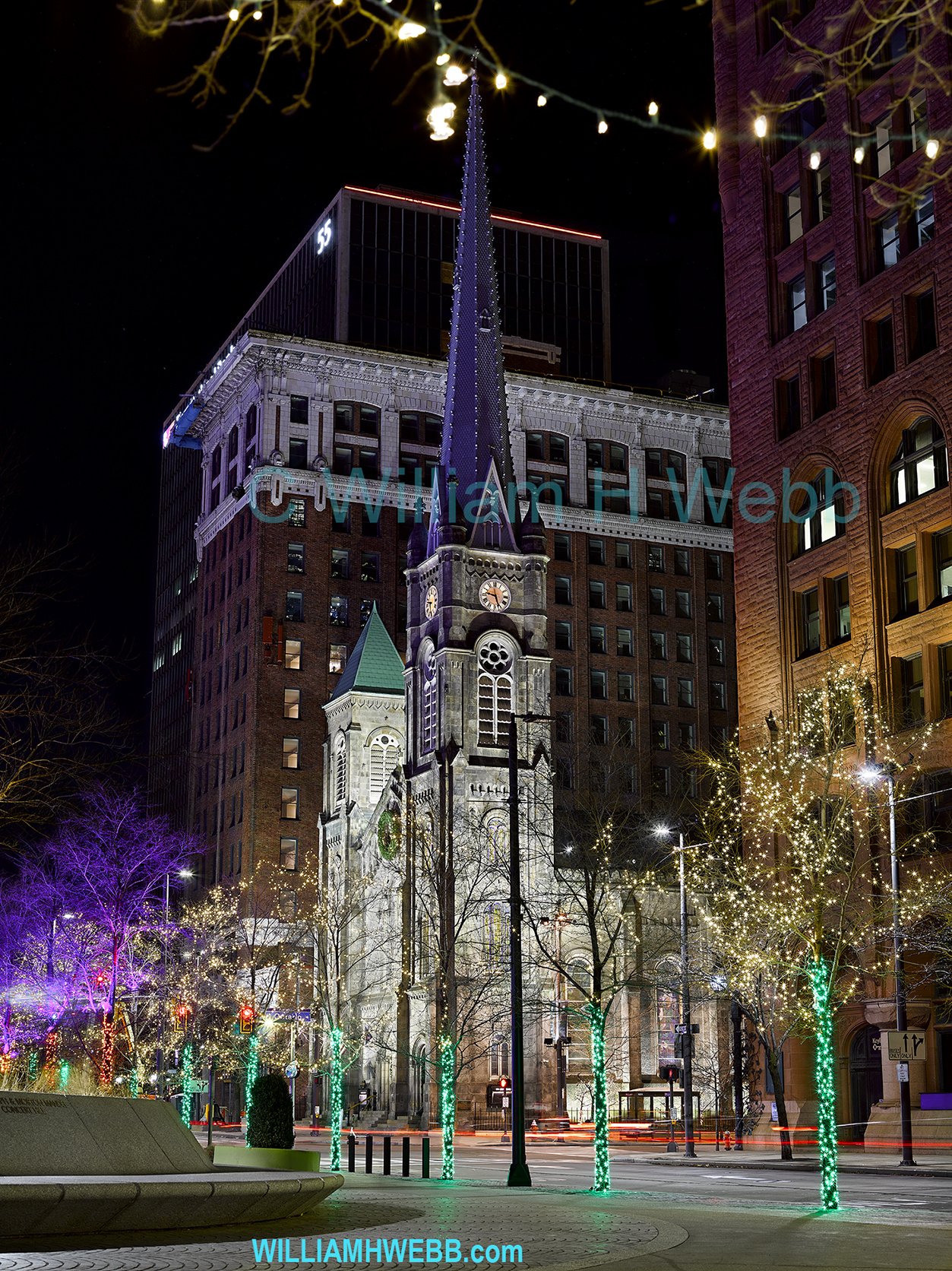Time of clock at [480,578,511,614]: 9:26
